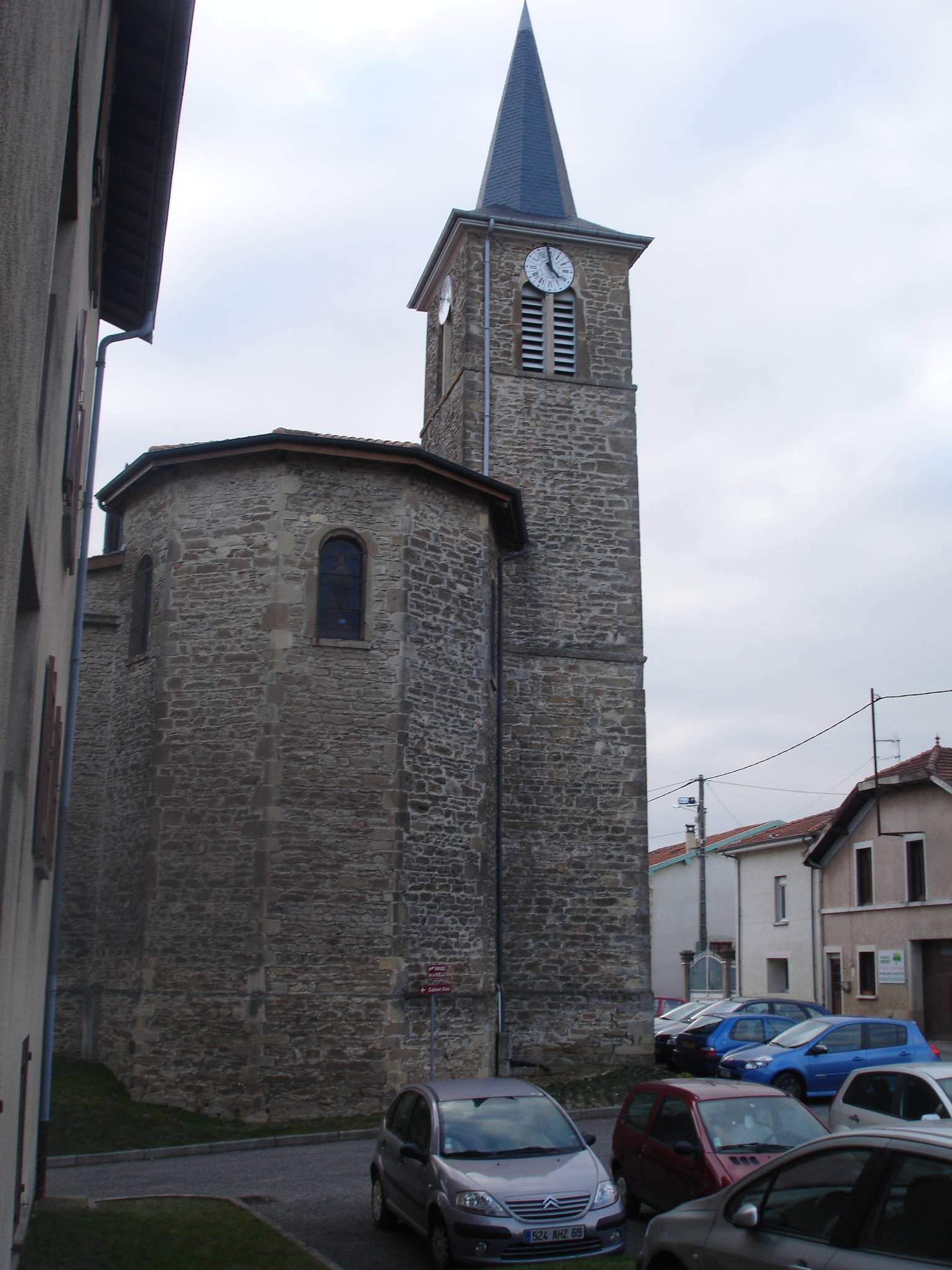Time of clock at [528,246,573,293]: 4:59
